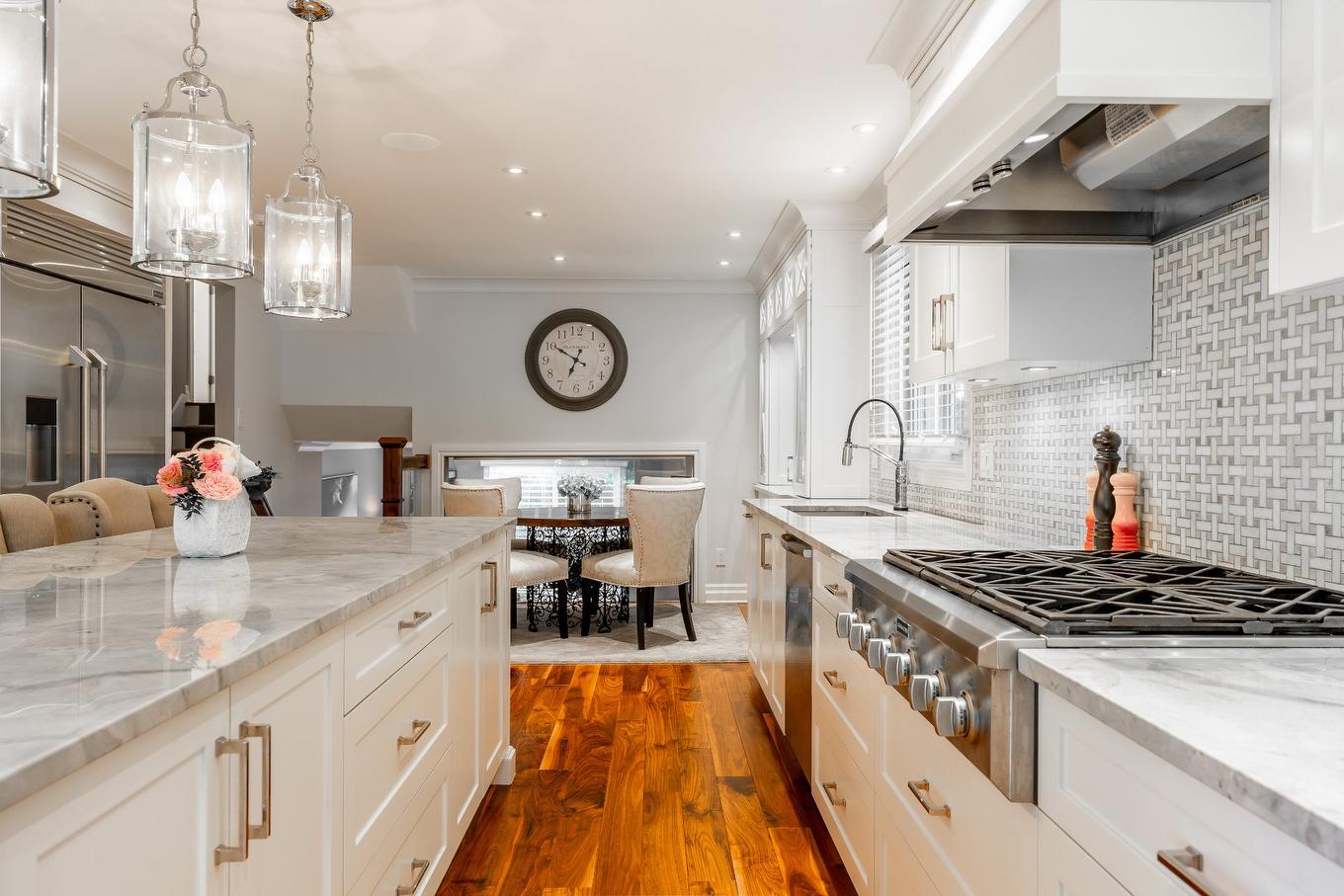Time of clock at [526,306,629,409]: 6:50
